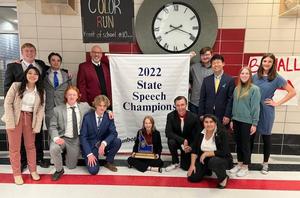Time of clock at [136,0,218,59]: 8:18
